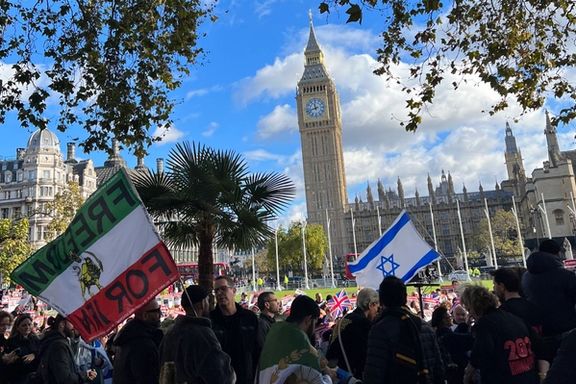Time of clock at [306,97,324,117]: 11:42
